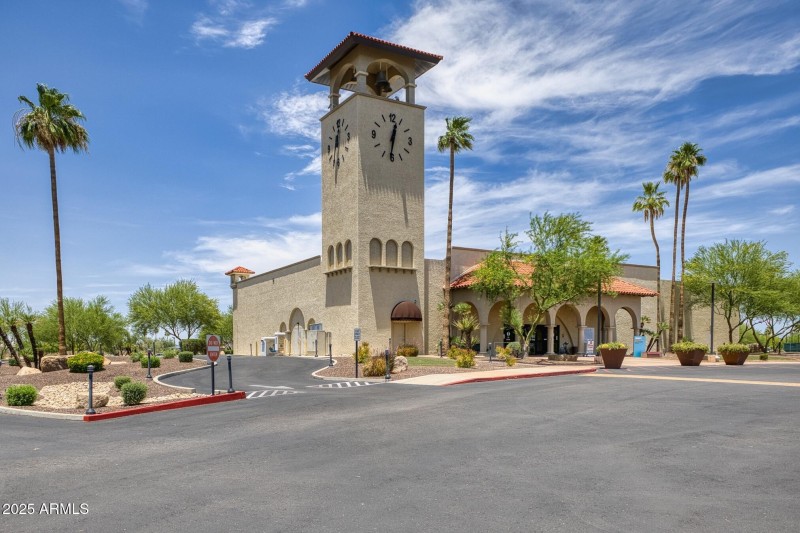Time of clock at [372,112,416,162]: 12:31
